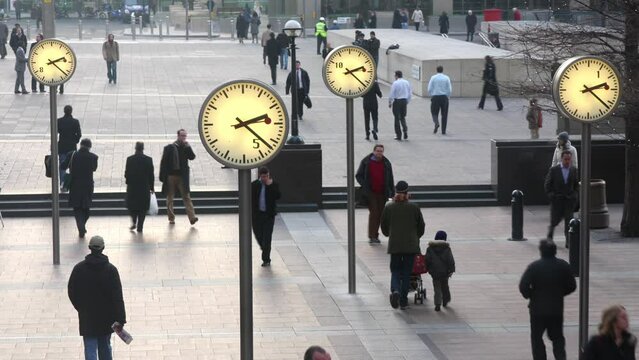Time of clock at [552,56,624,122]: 2:22
